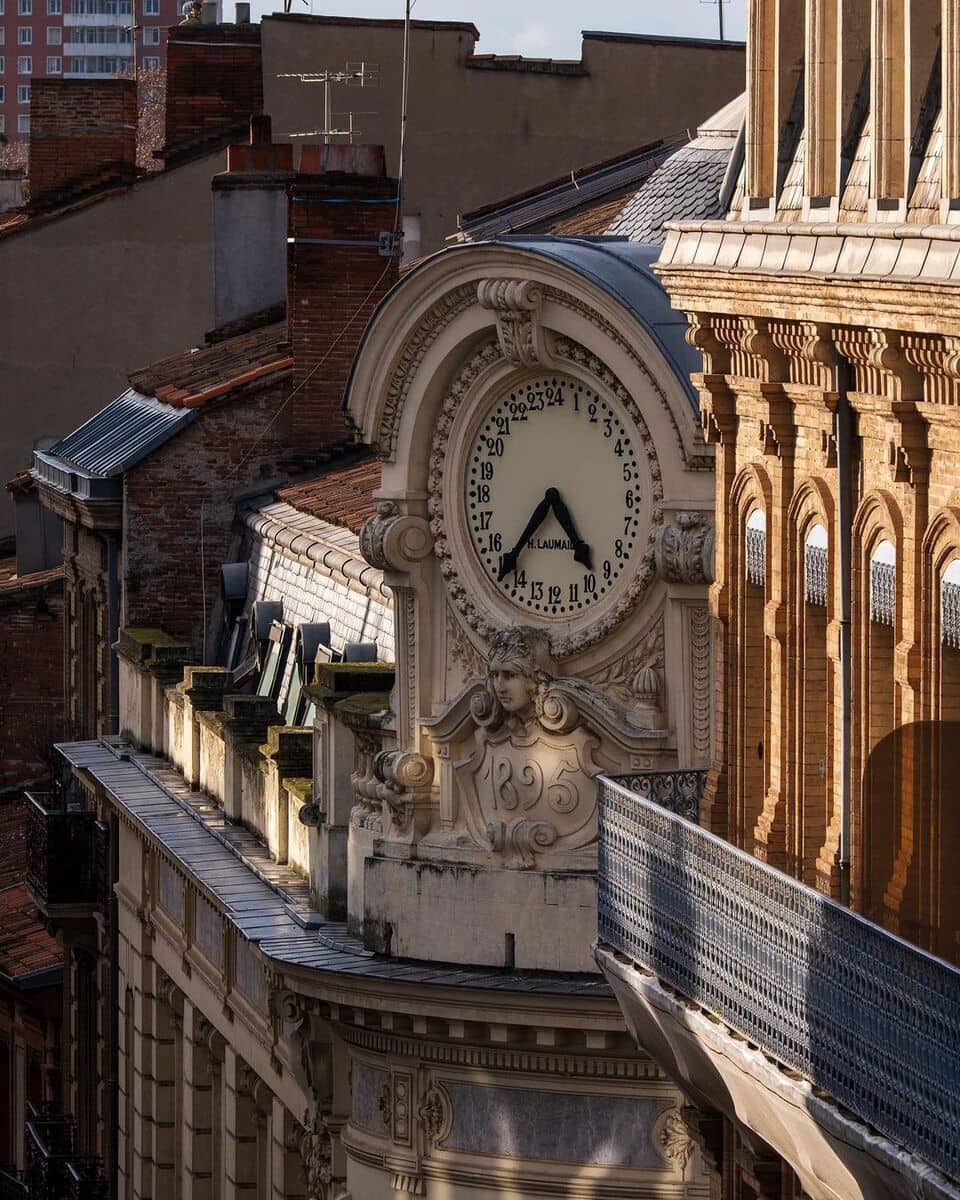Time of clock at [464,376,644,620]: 4:37
